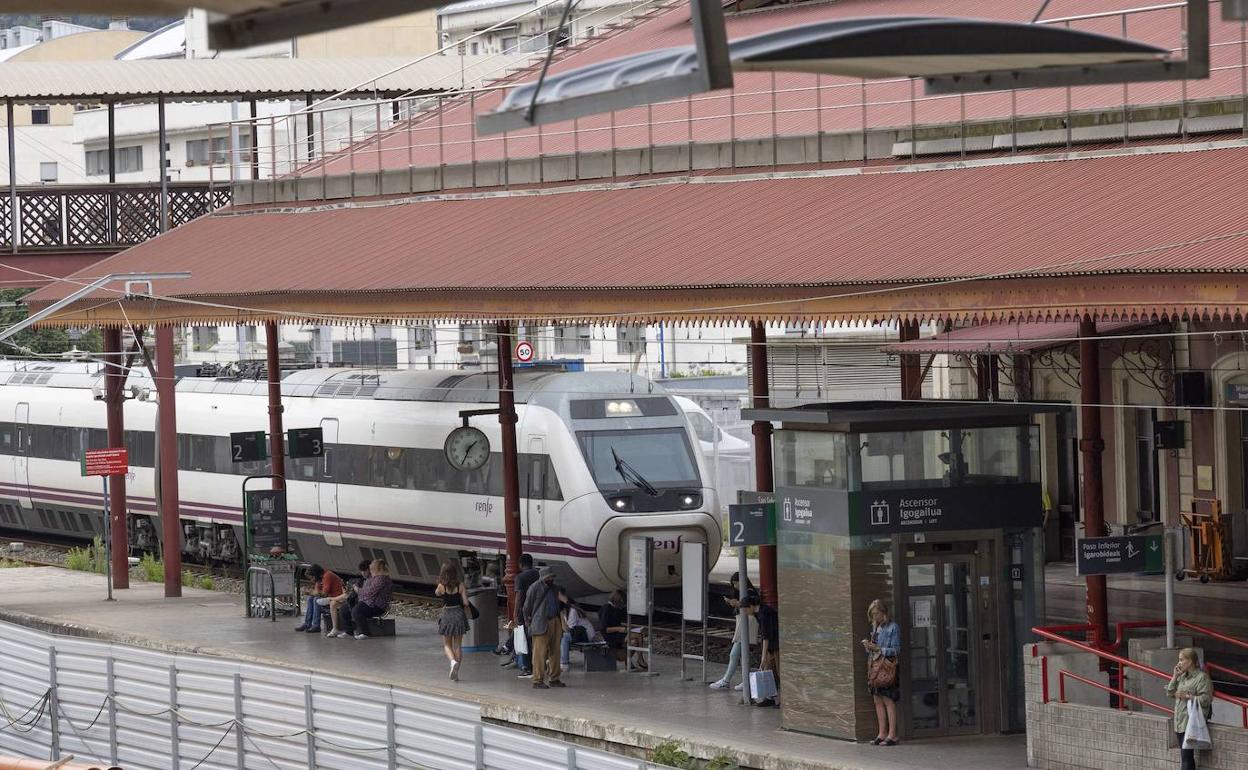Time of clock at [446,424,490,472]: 1:34
